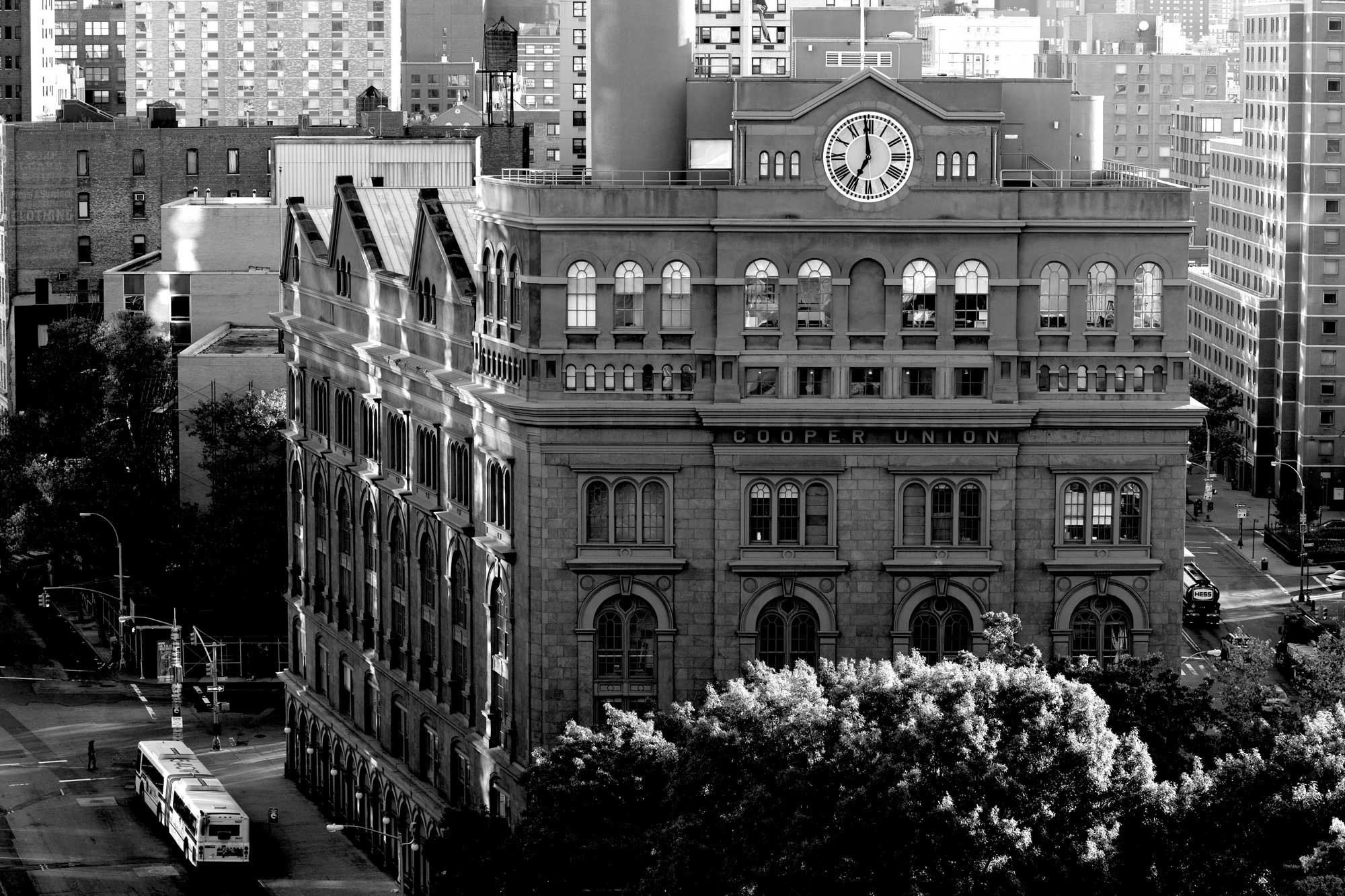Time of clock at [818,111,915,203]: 6:59
